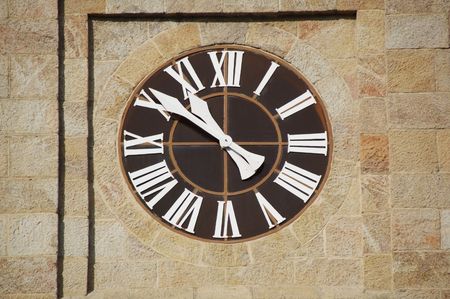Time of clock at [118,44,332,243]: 10:50
